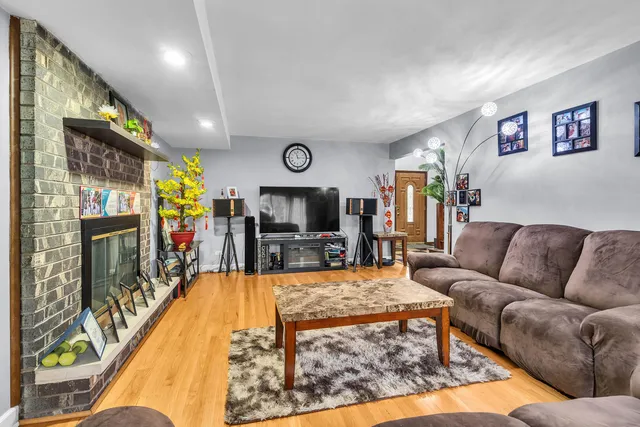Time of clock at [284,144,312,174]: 11:14
